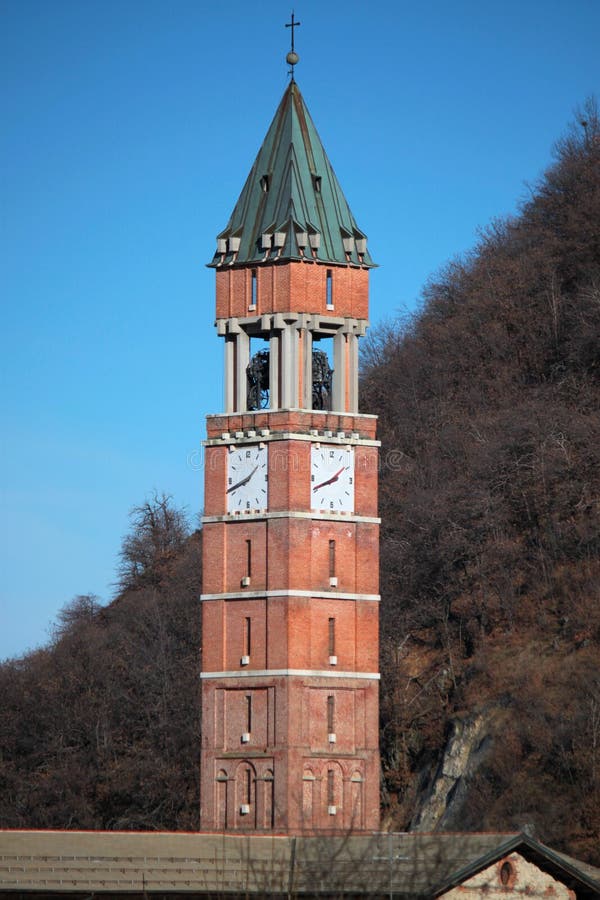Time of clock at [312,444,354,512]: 1:41
